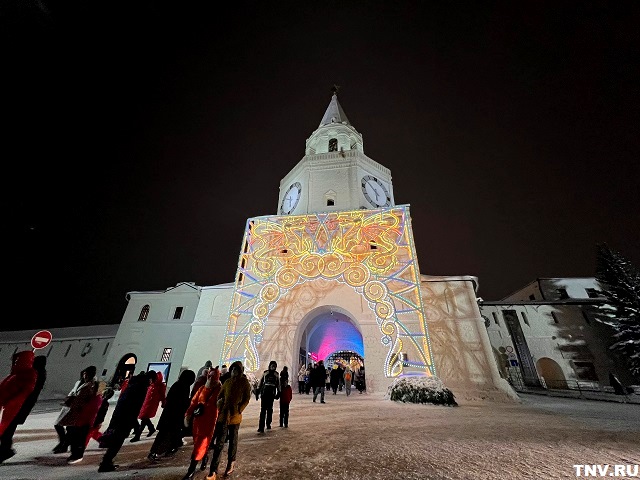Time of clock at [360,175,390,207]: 5:51
